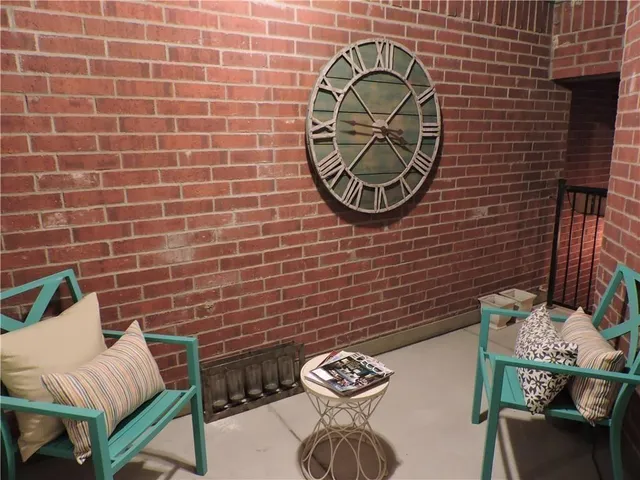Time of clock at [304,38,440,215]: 1:37
